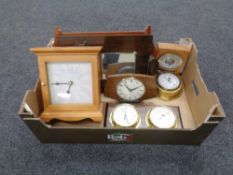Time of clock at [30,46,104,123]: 6:44
